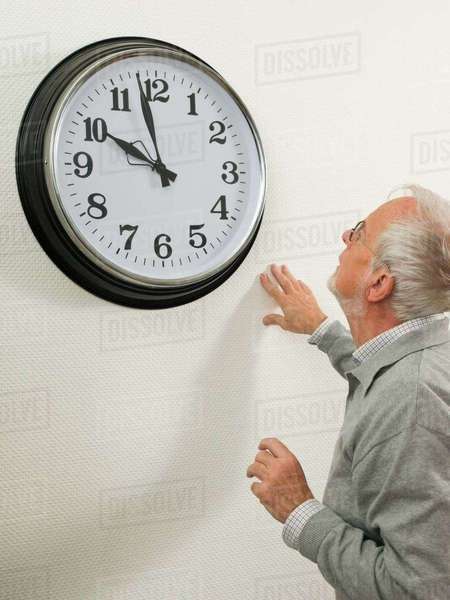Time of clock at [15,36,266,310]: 9:57
